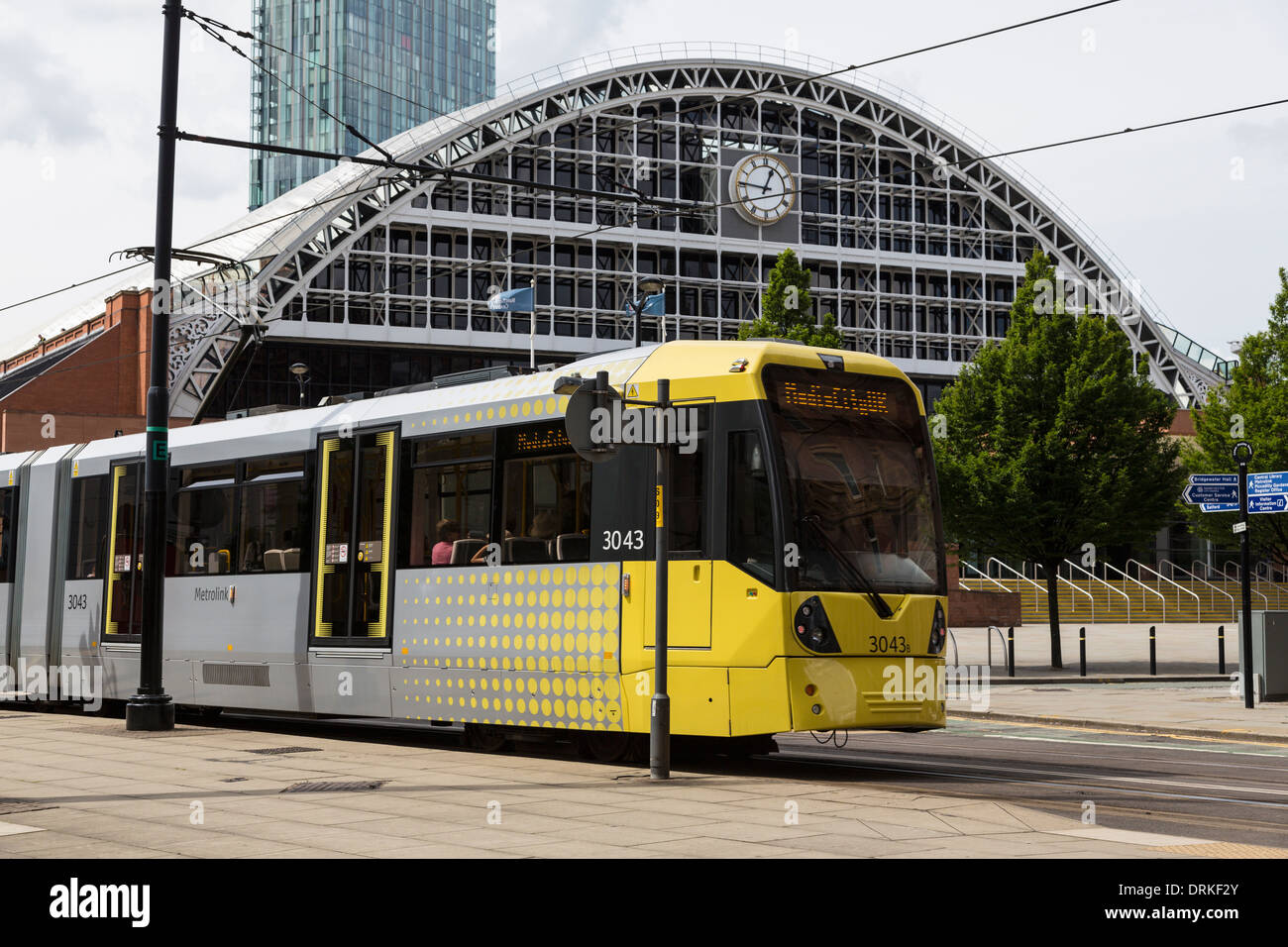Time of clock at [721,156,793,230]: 12:46
